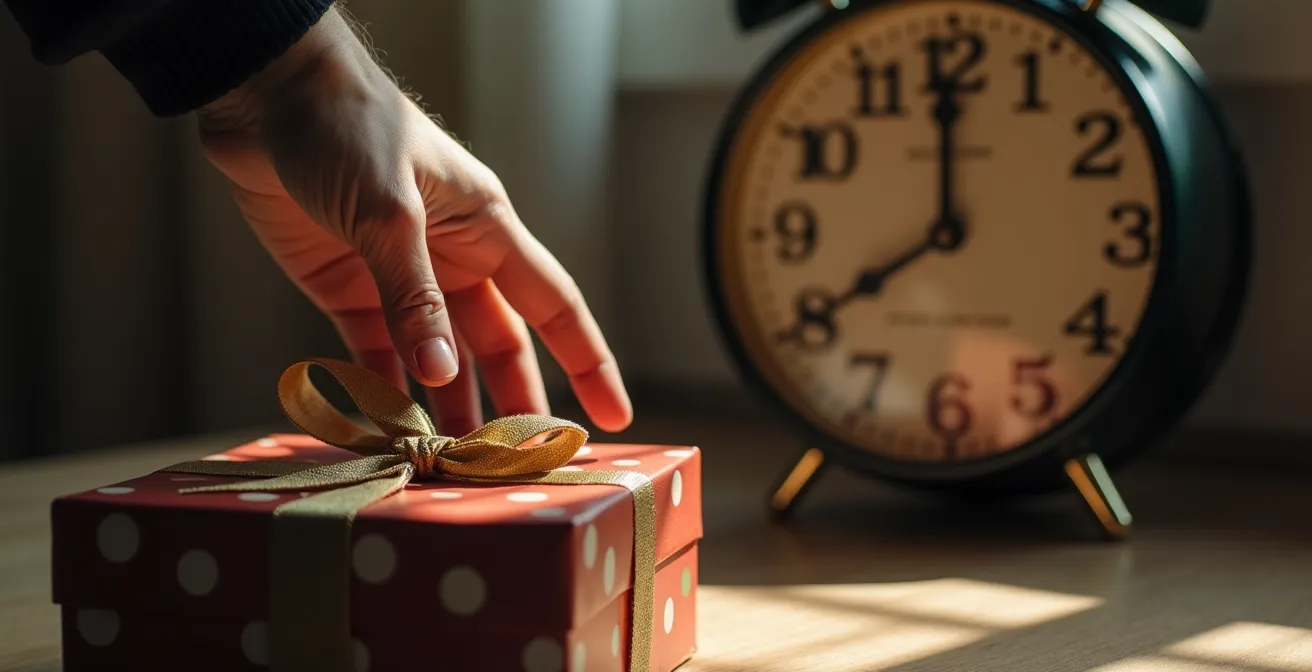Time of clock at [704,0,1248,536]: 7:59
